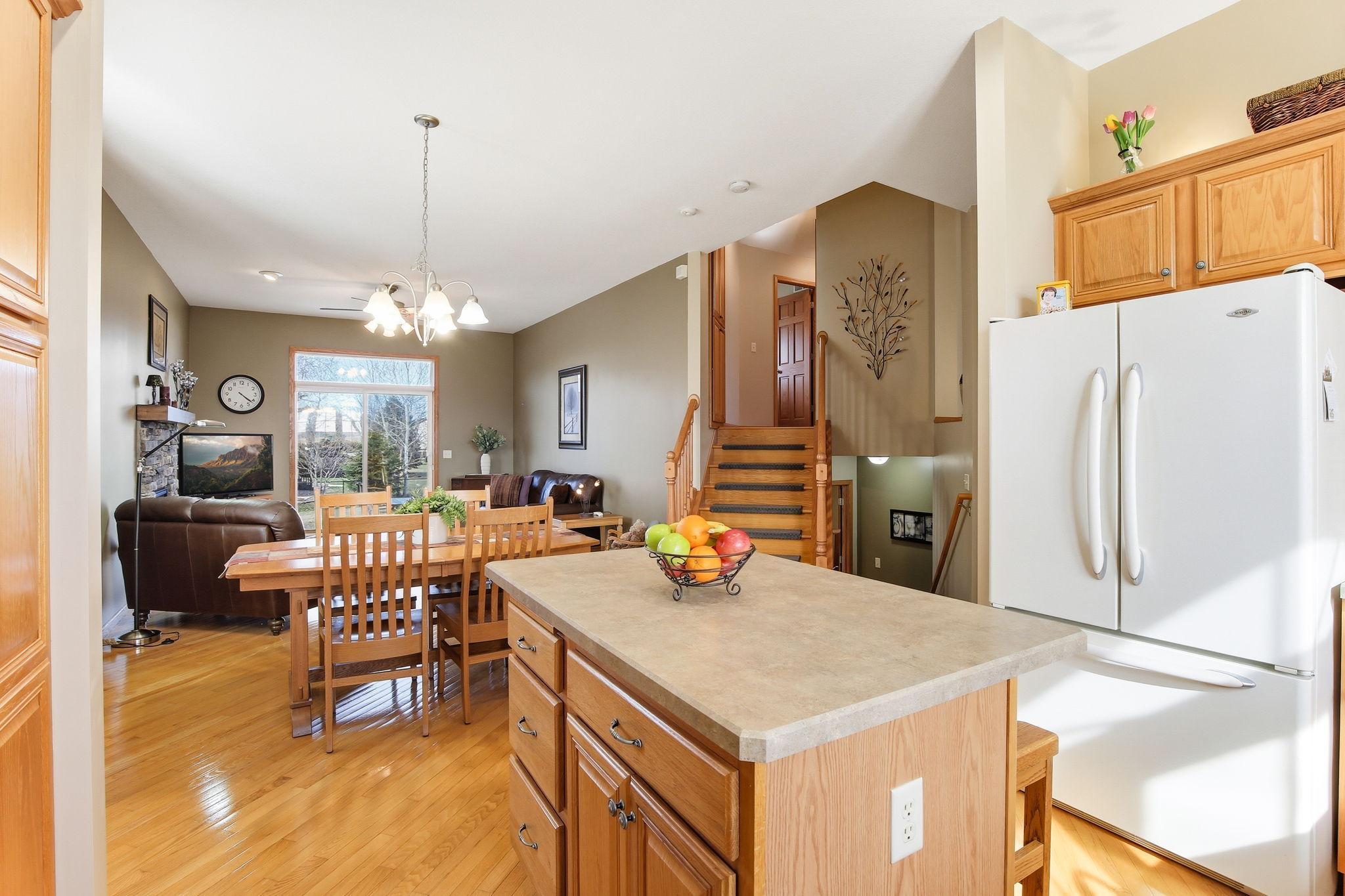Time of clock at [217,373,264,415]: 4:21
